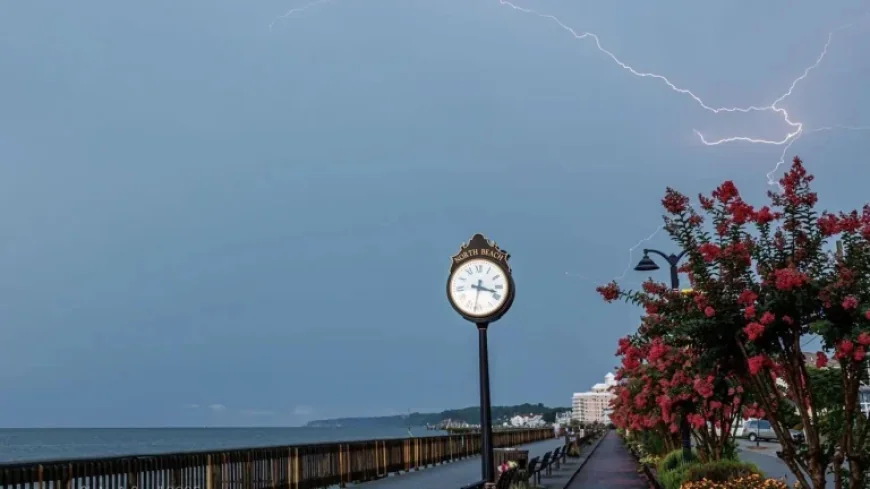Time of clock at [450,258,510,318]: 3:31
